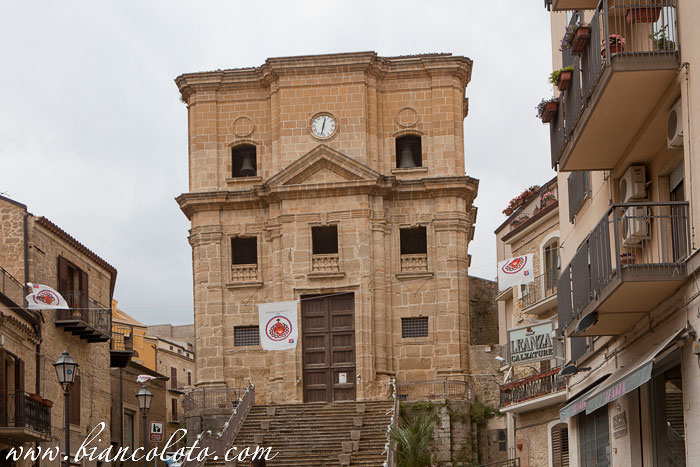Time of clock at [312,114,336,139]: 12:32
